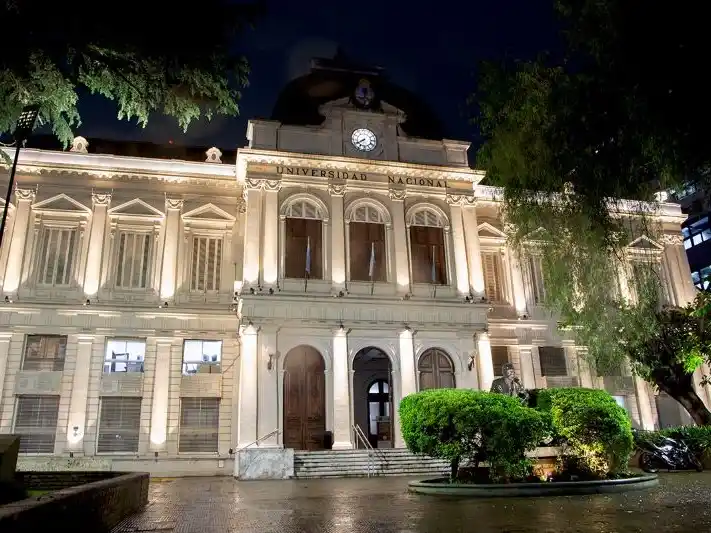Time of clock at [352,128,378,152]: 7:40
